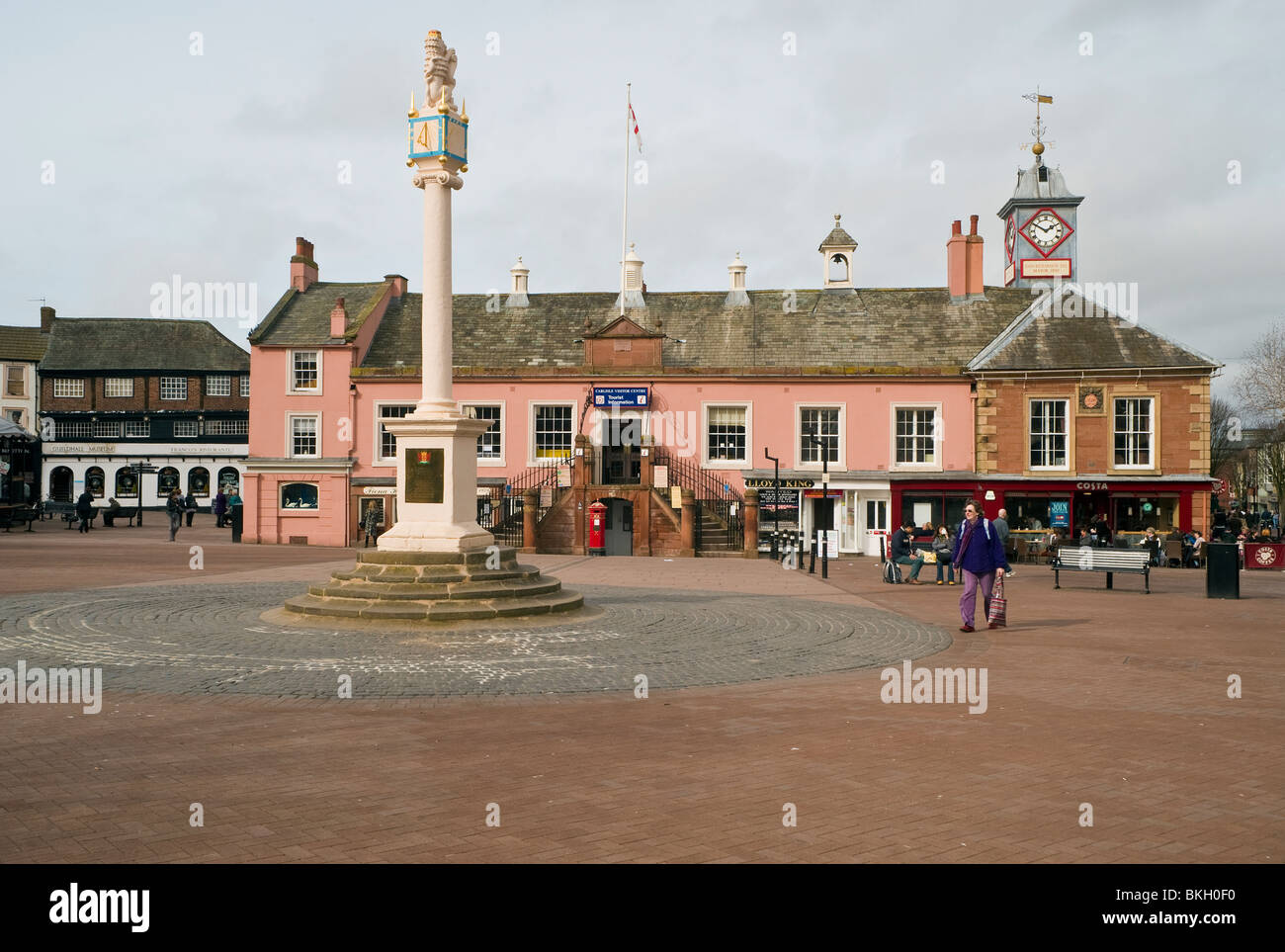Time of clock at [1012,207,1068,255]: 1:50
